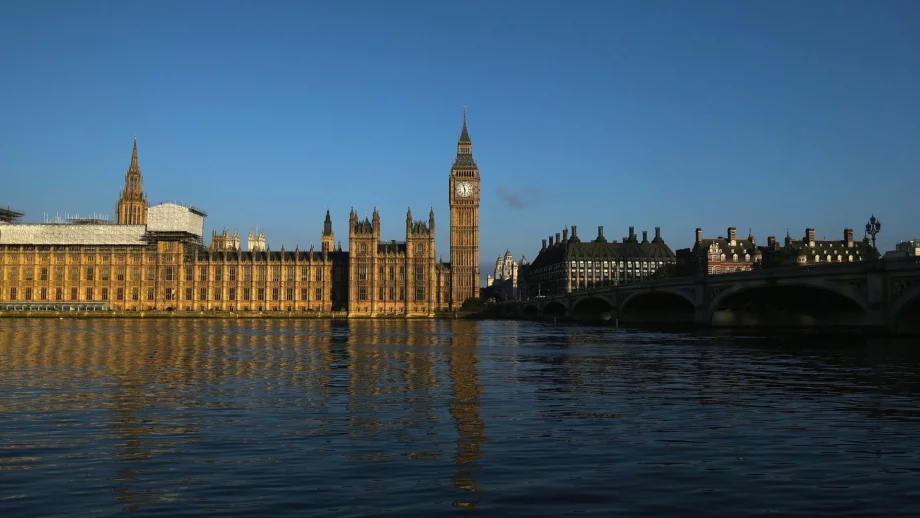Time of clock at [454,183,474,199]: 5:57
